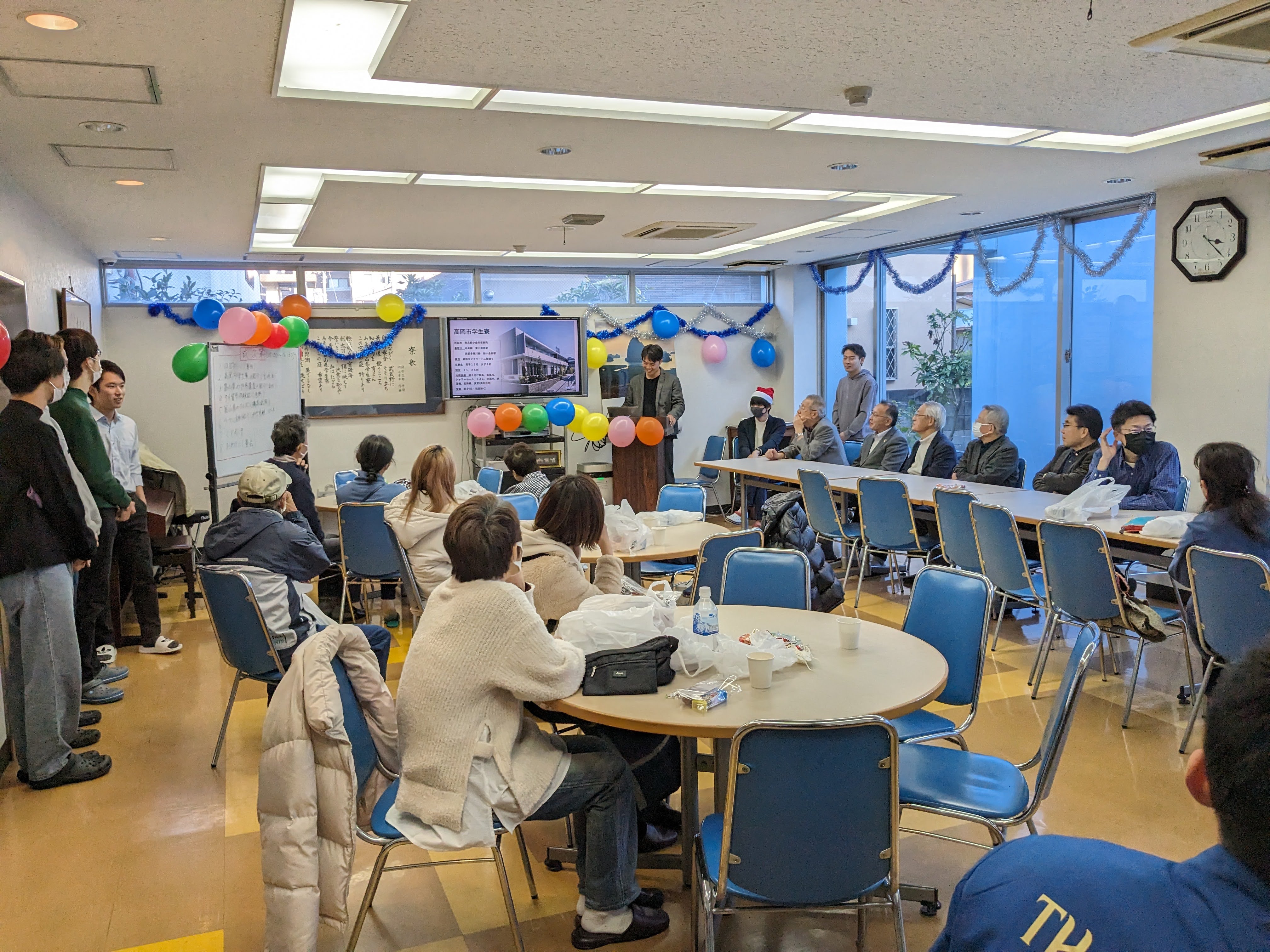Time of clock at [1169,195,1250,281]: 3:22
